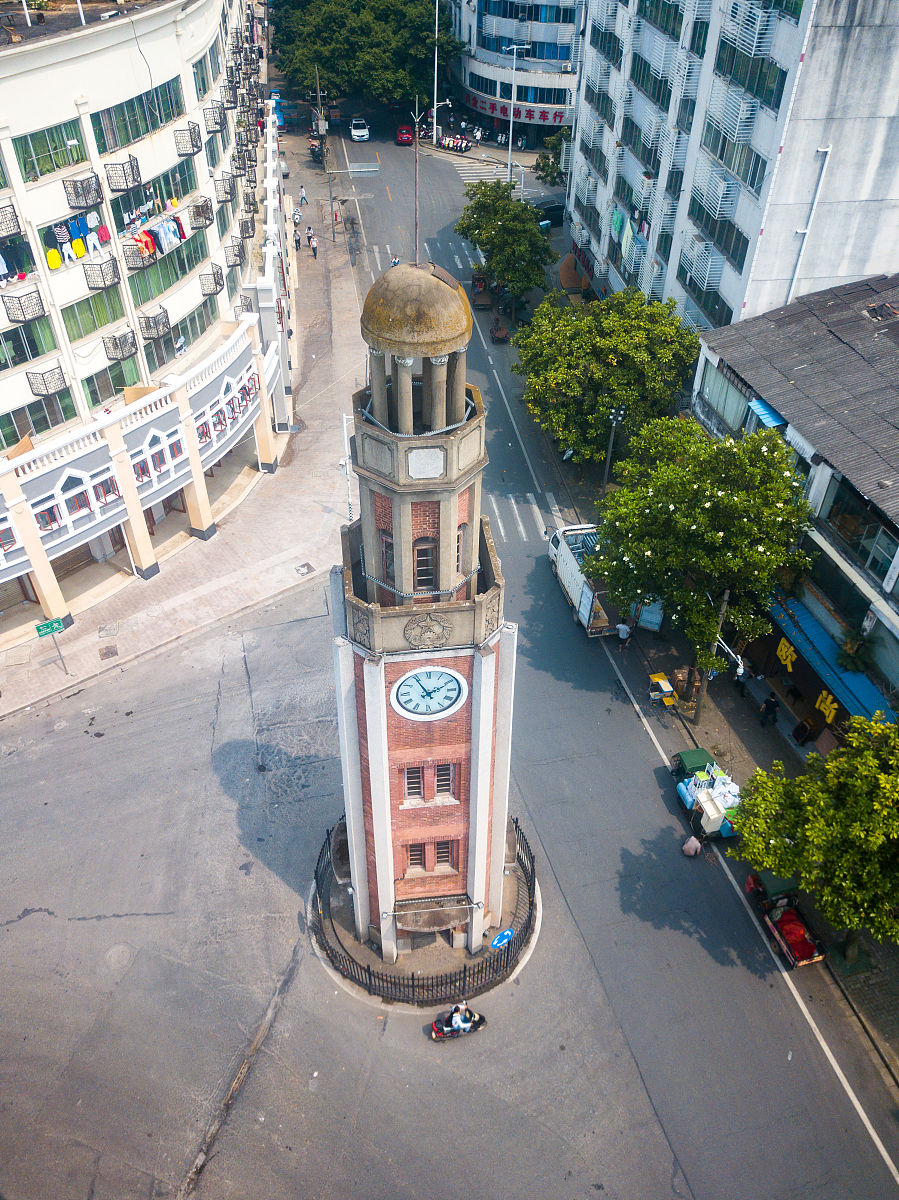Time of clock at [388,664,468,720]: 1:54
